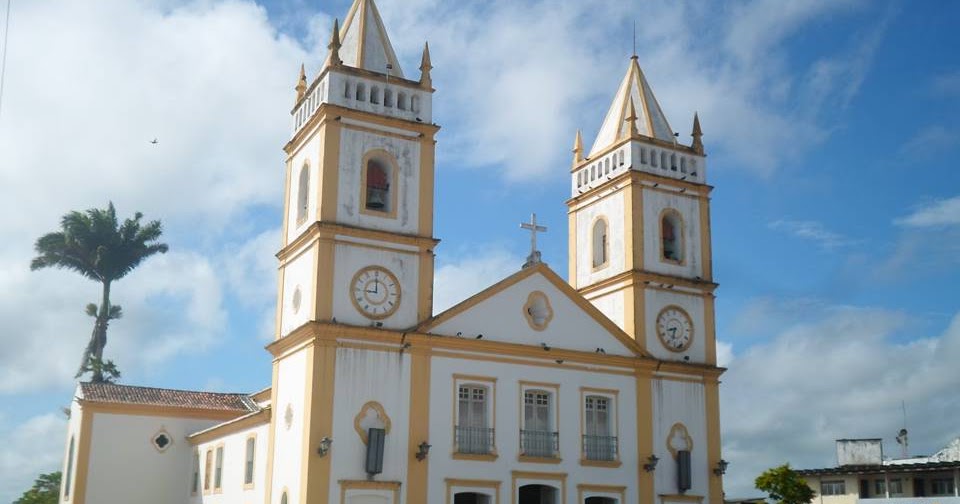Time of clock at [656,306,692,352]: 8:32
